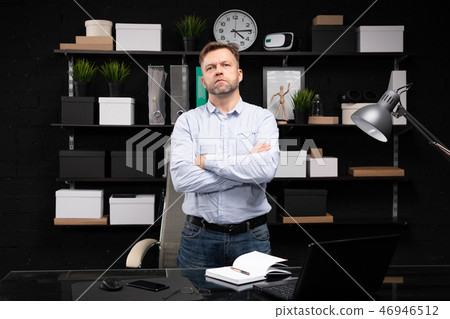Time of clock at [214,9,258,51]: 4:13
